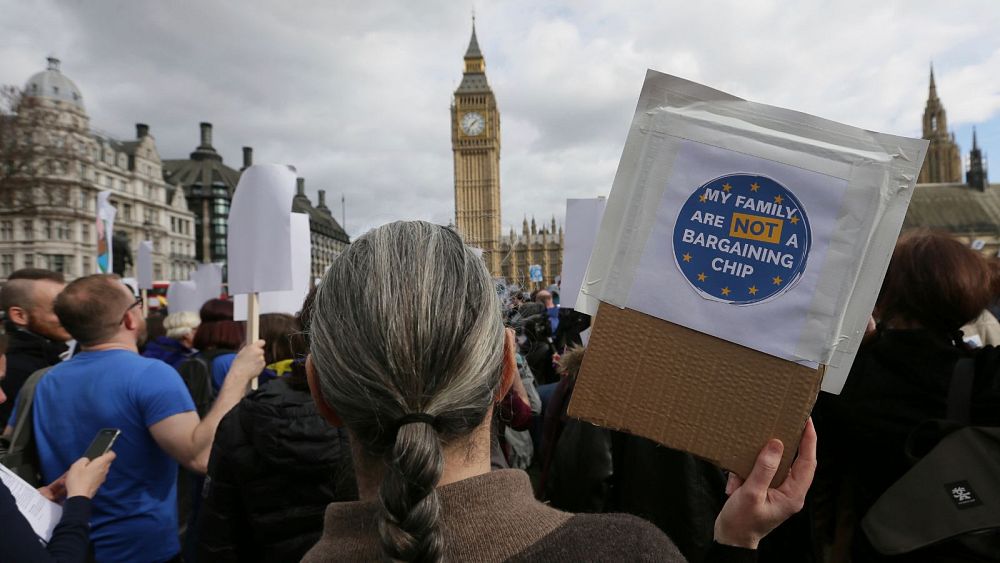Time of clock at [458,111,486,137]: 1:36
